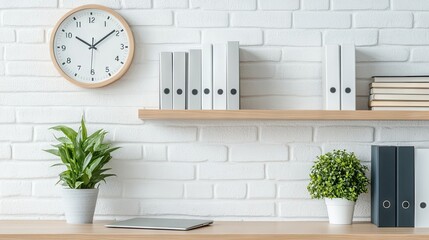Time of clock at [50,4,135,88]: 10:08
